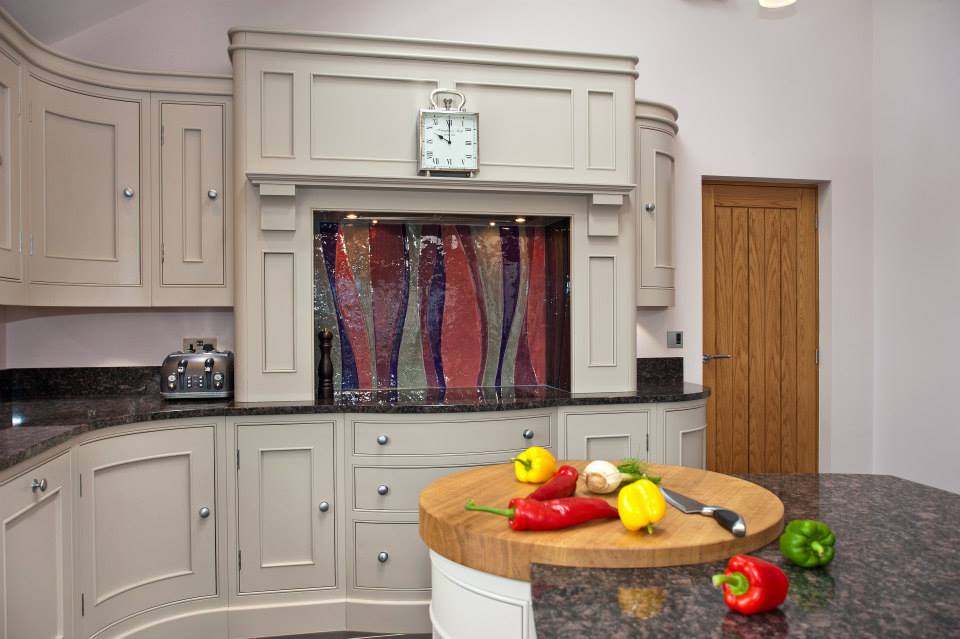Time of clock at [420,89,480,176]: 10:00
